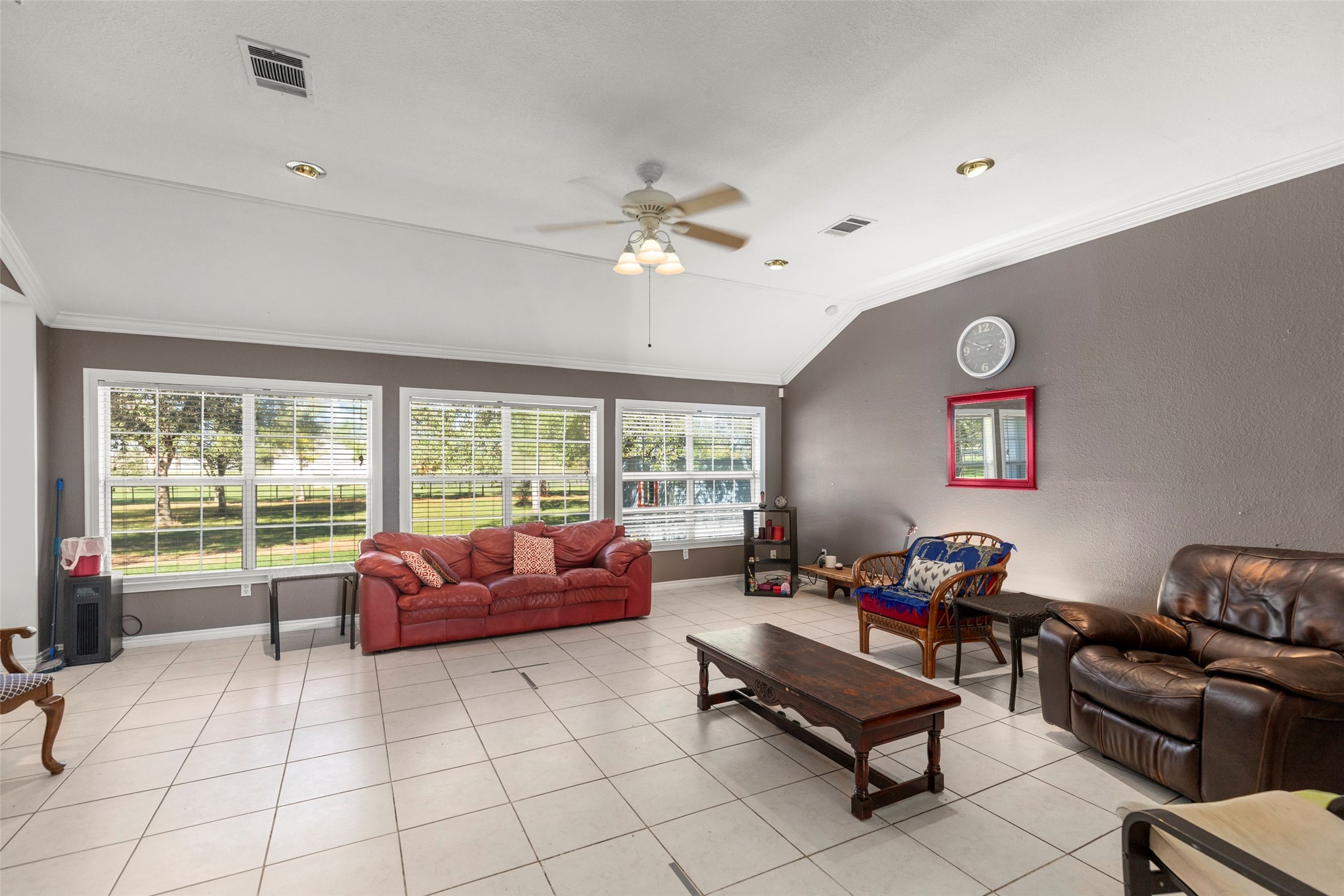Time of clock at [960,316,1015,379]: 2:50
